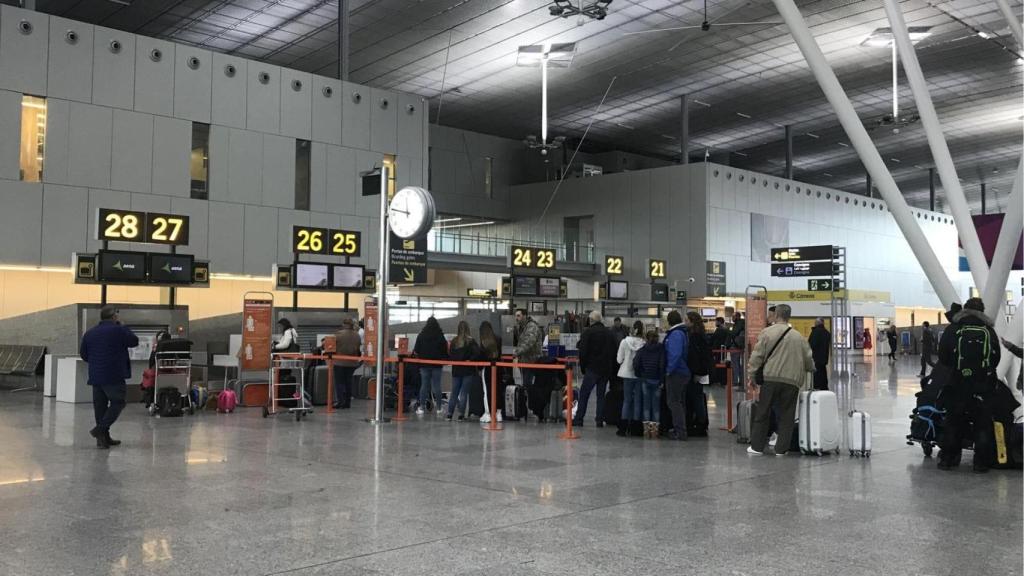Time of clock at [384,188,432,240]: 11:47
